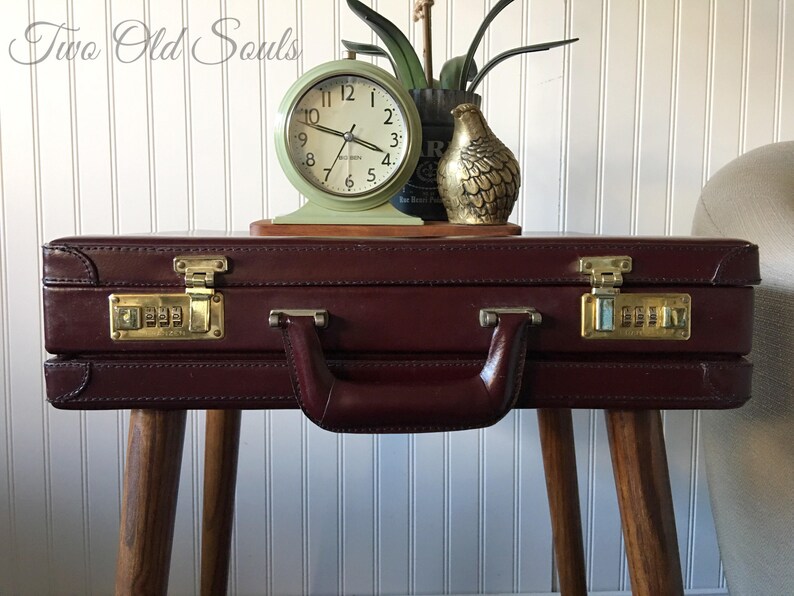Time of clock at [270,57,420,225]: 3:48
